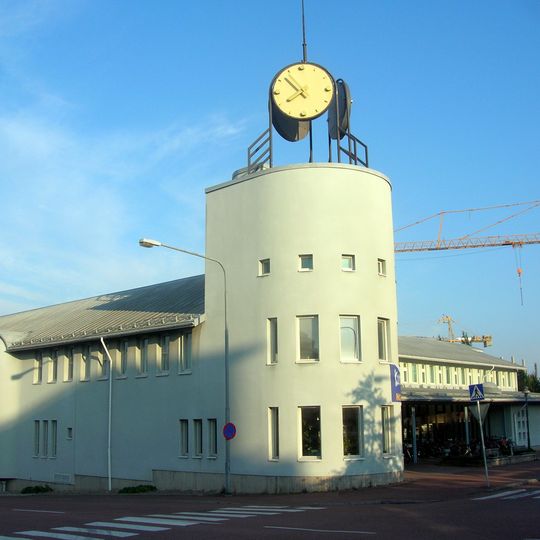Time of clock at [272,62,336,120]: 7:52
